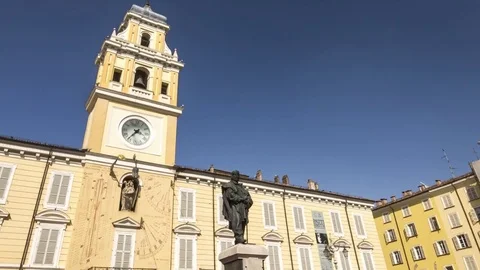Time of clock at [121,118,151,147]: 3:36
